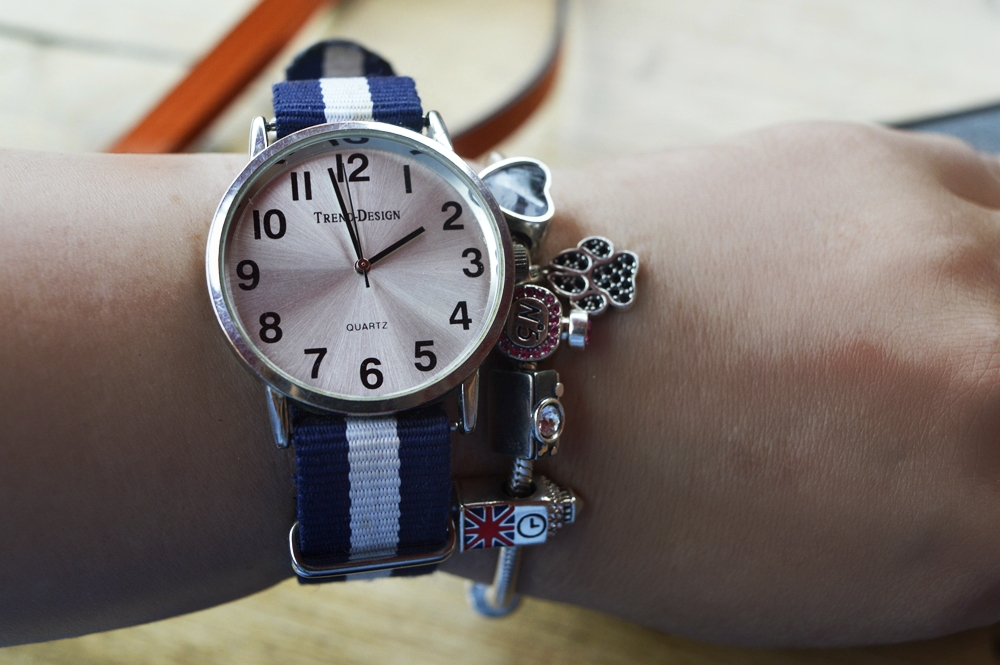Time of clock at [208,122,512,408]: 1:57
